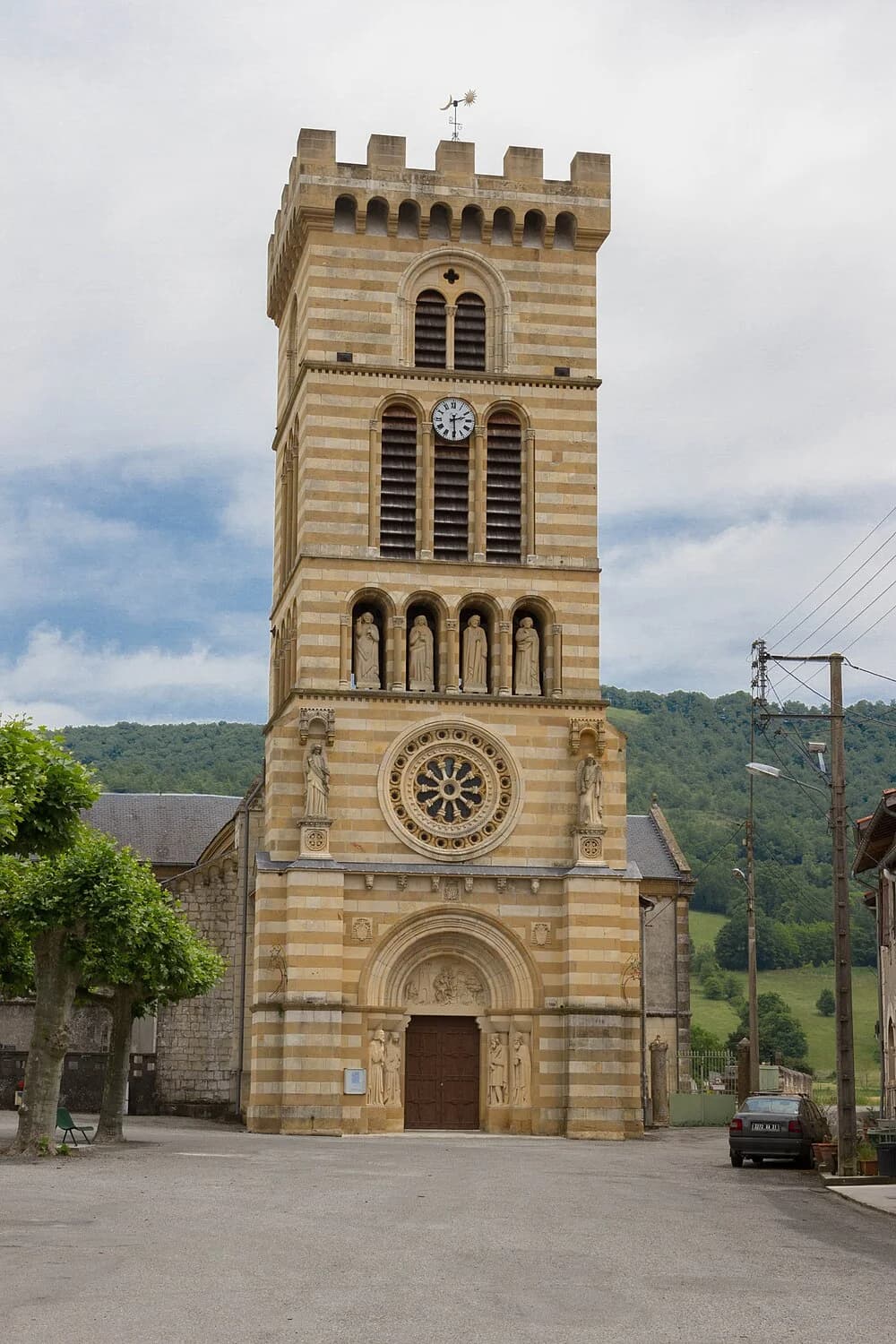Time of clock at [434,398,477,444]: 2:29
